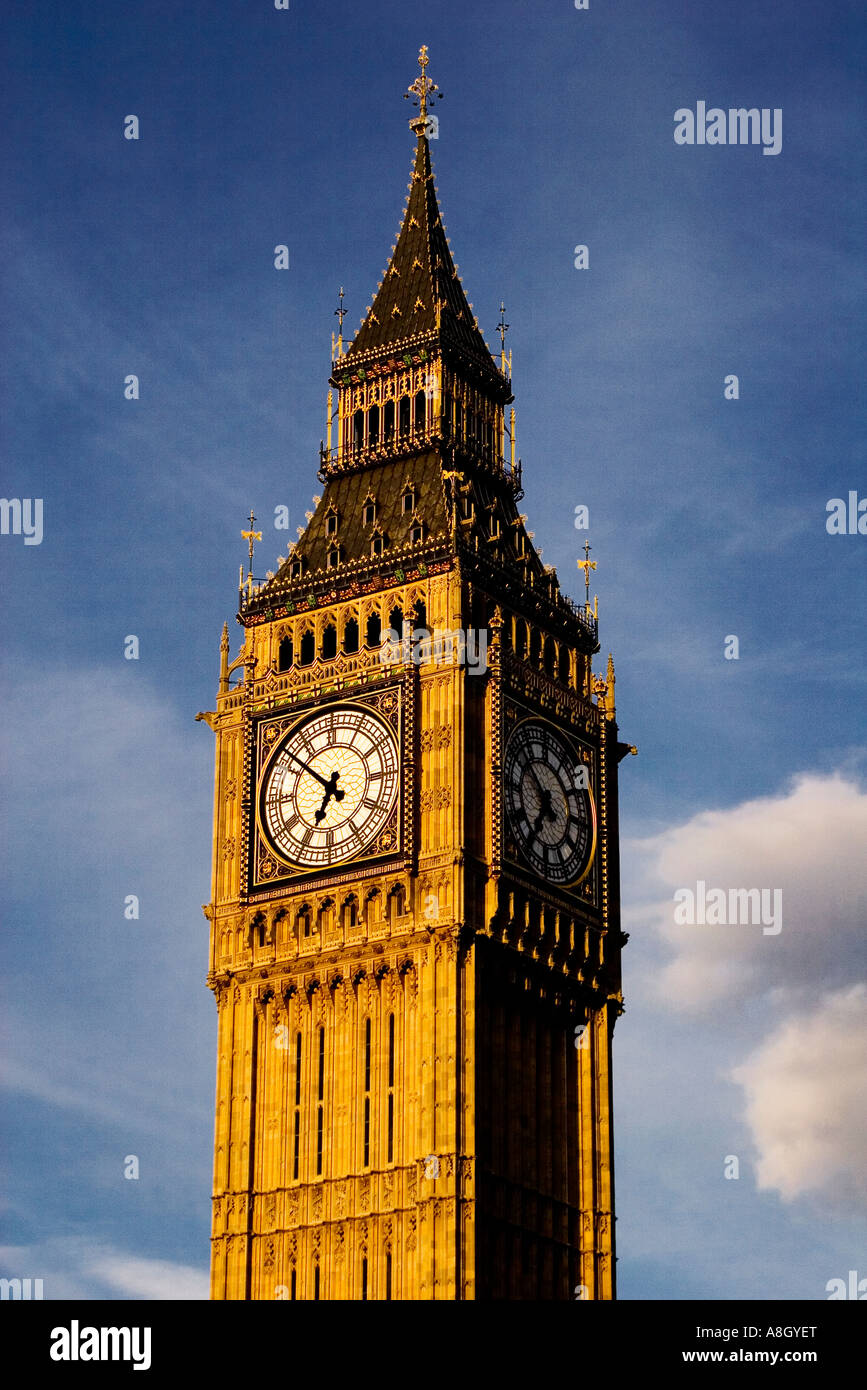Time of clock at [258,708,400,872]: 6:51
